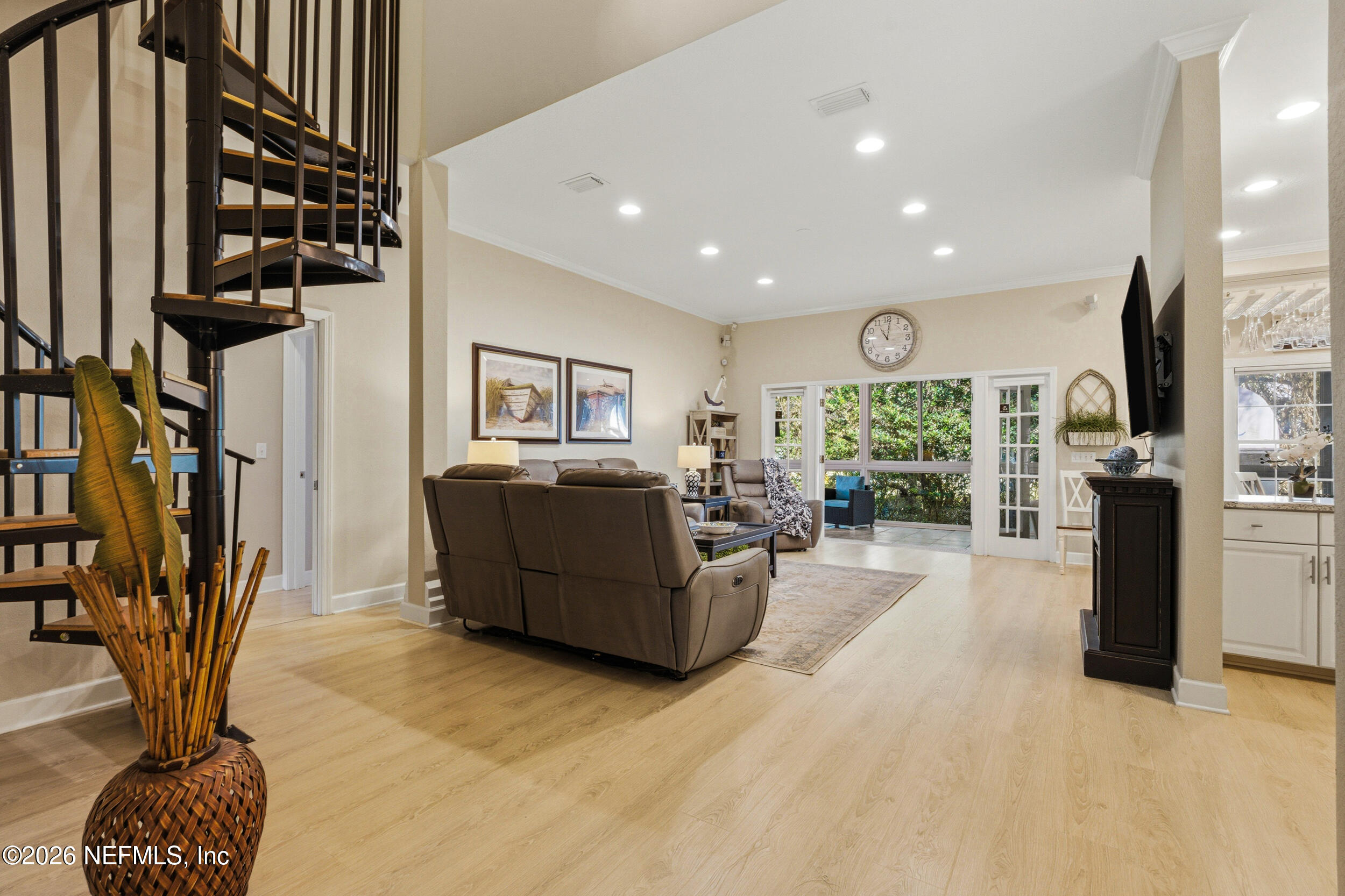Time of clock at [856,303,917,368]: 11:01
